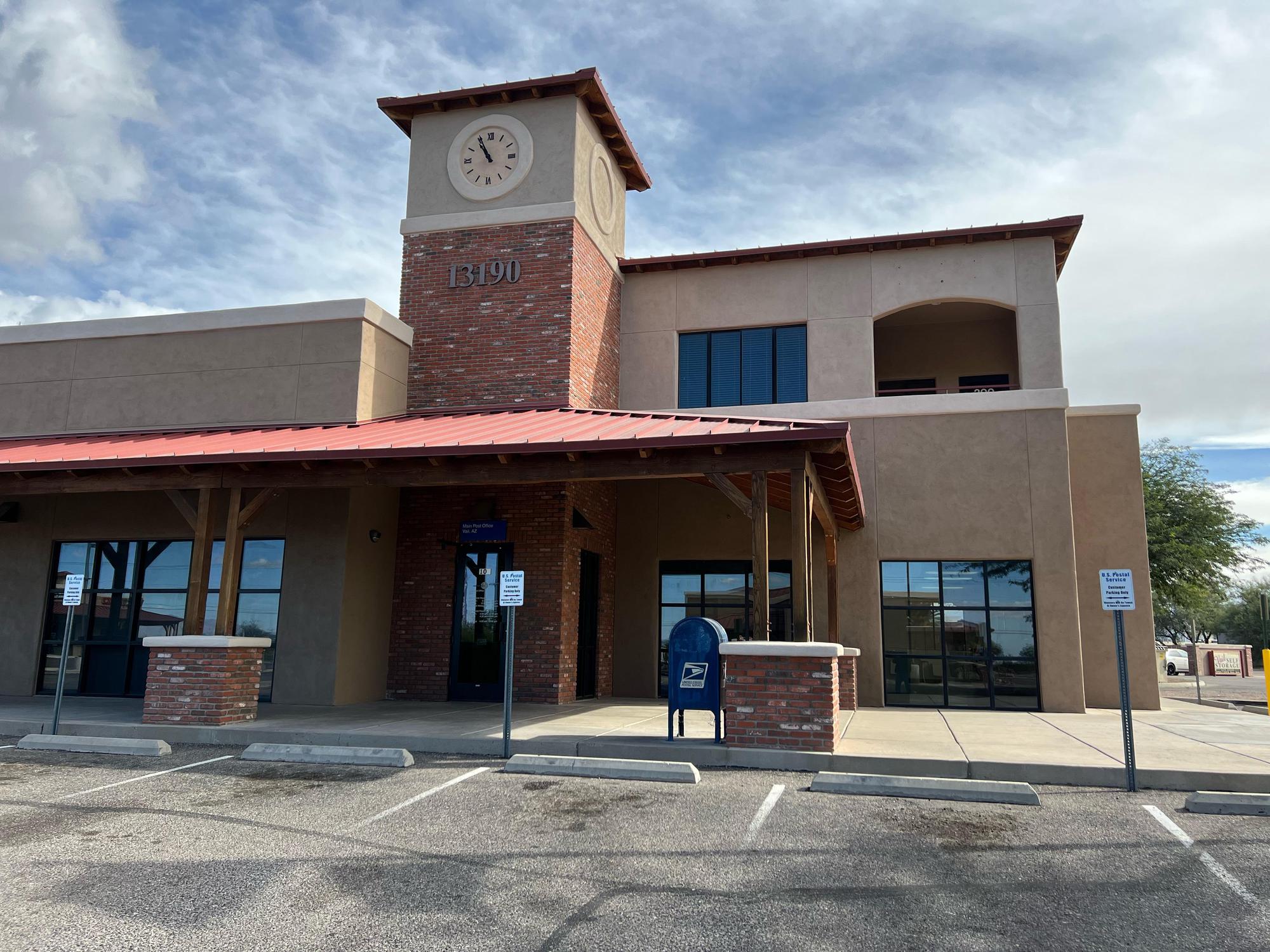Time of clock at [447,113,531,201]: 10:55
